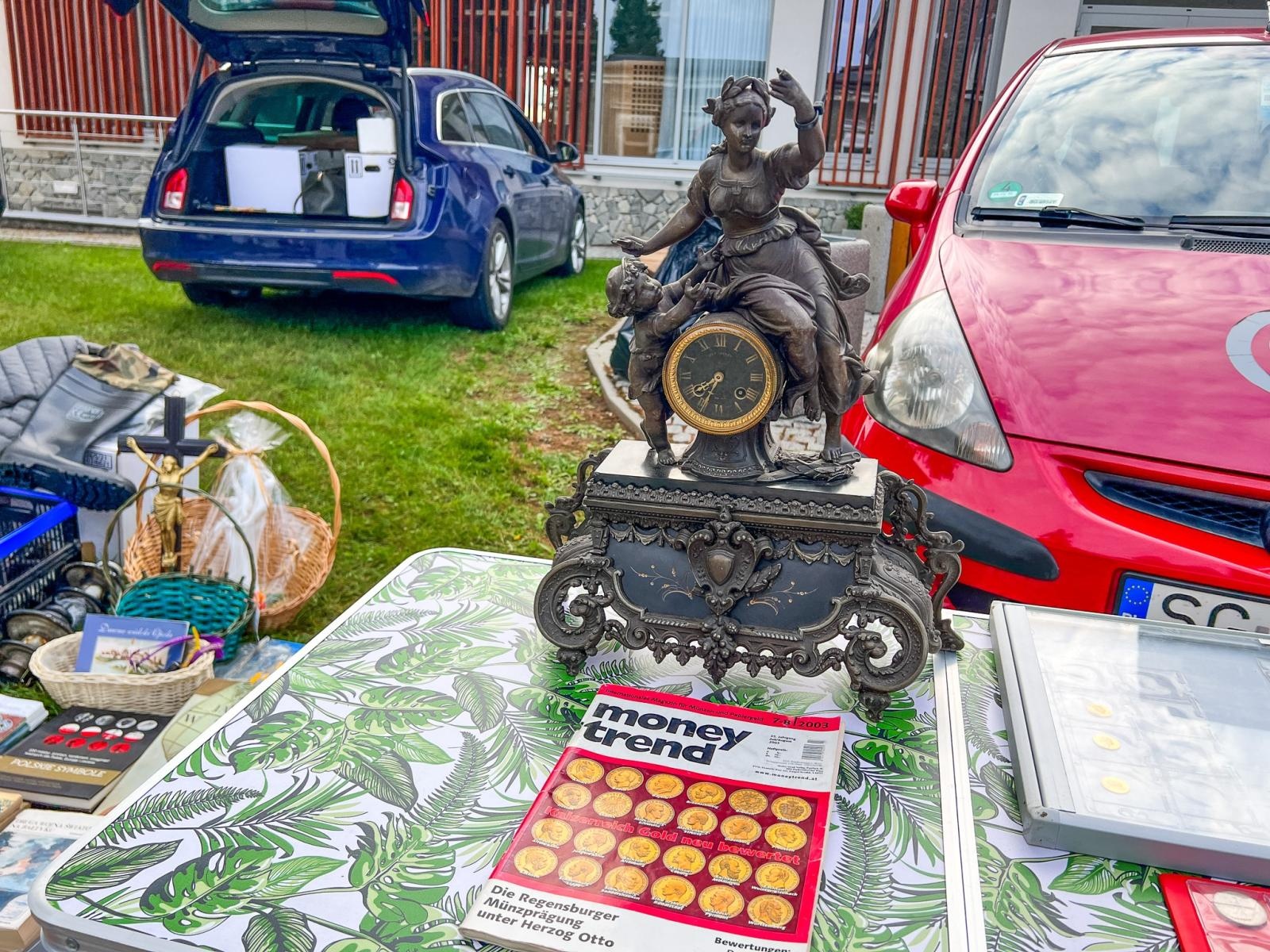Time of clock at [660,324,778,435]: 7:34
